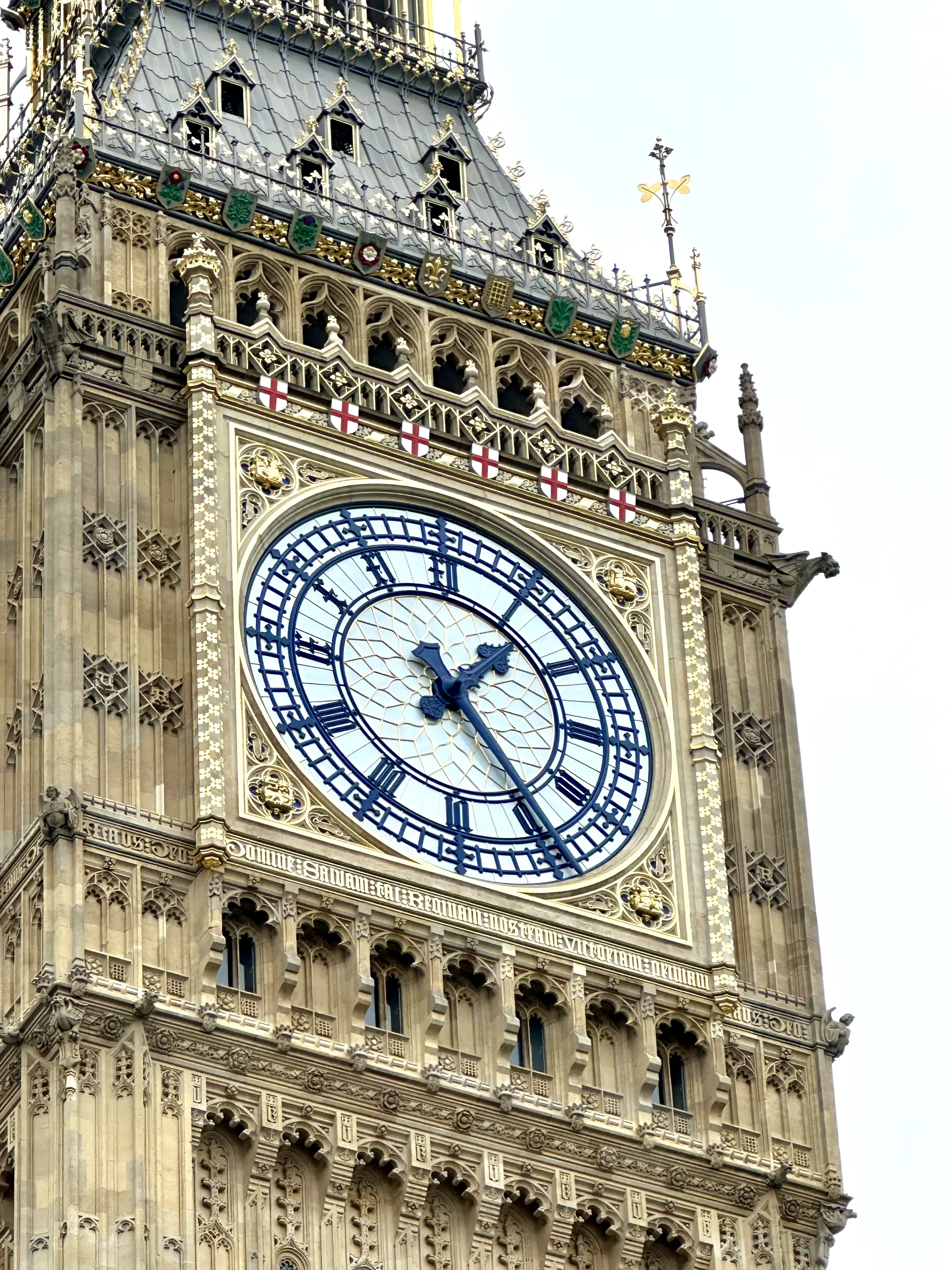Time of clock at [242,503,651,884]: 1:23
